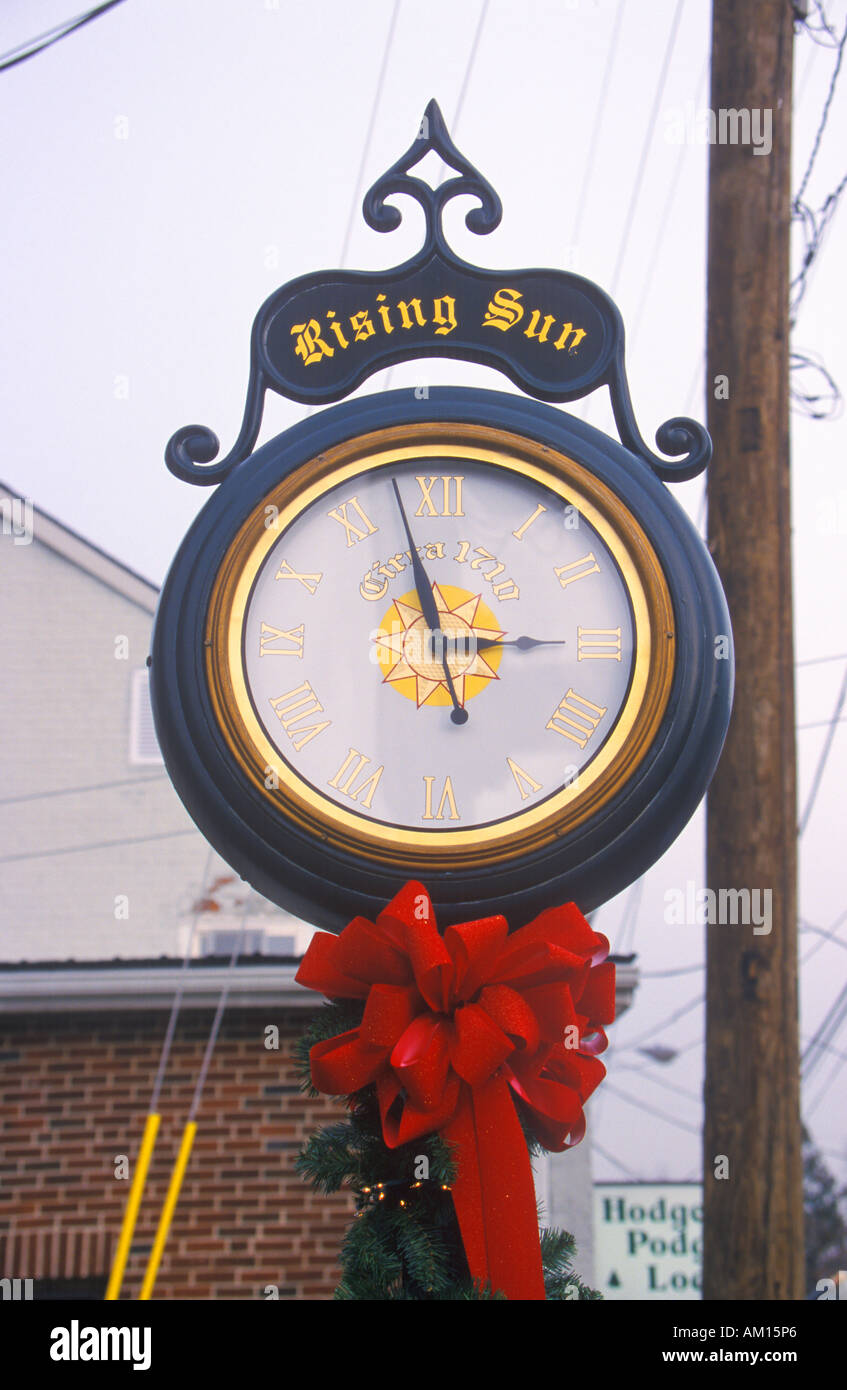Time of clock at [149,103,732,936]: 2:57
